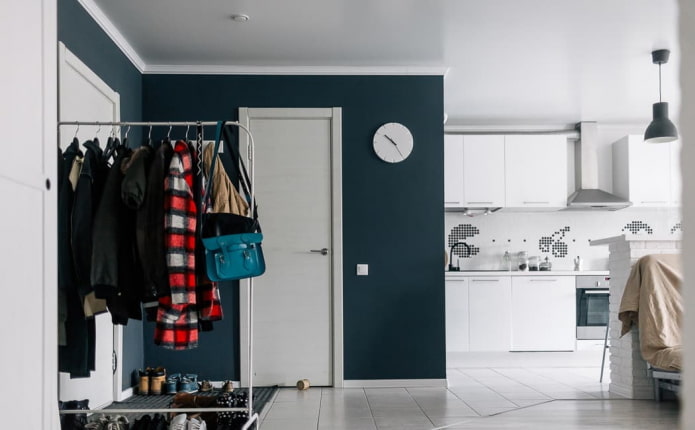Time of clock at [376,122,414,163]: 10:24
